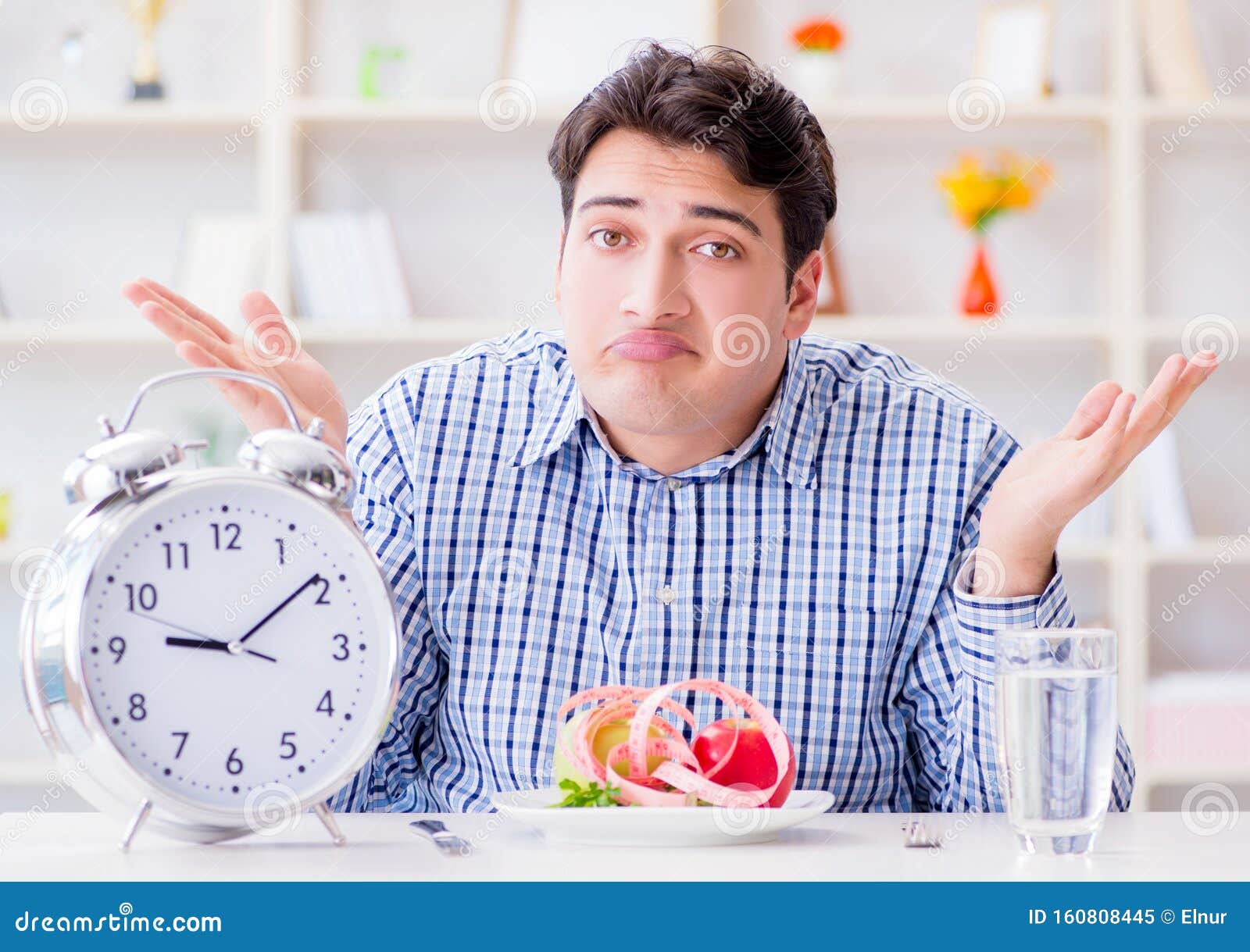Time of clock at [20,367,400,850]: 9:09
